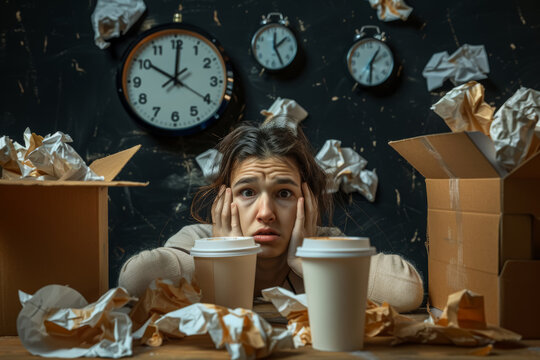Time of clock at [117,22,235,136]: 10:00
